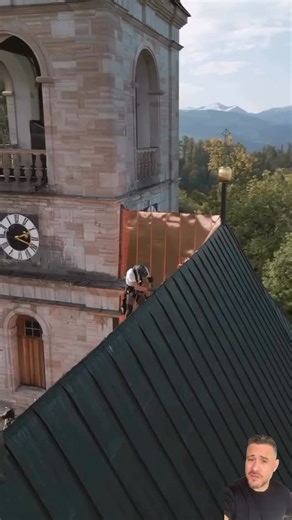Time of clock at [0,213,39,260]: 2:18
